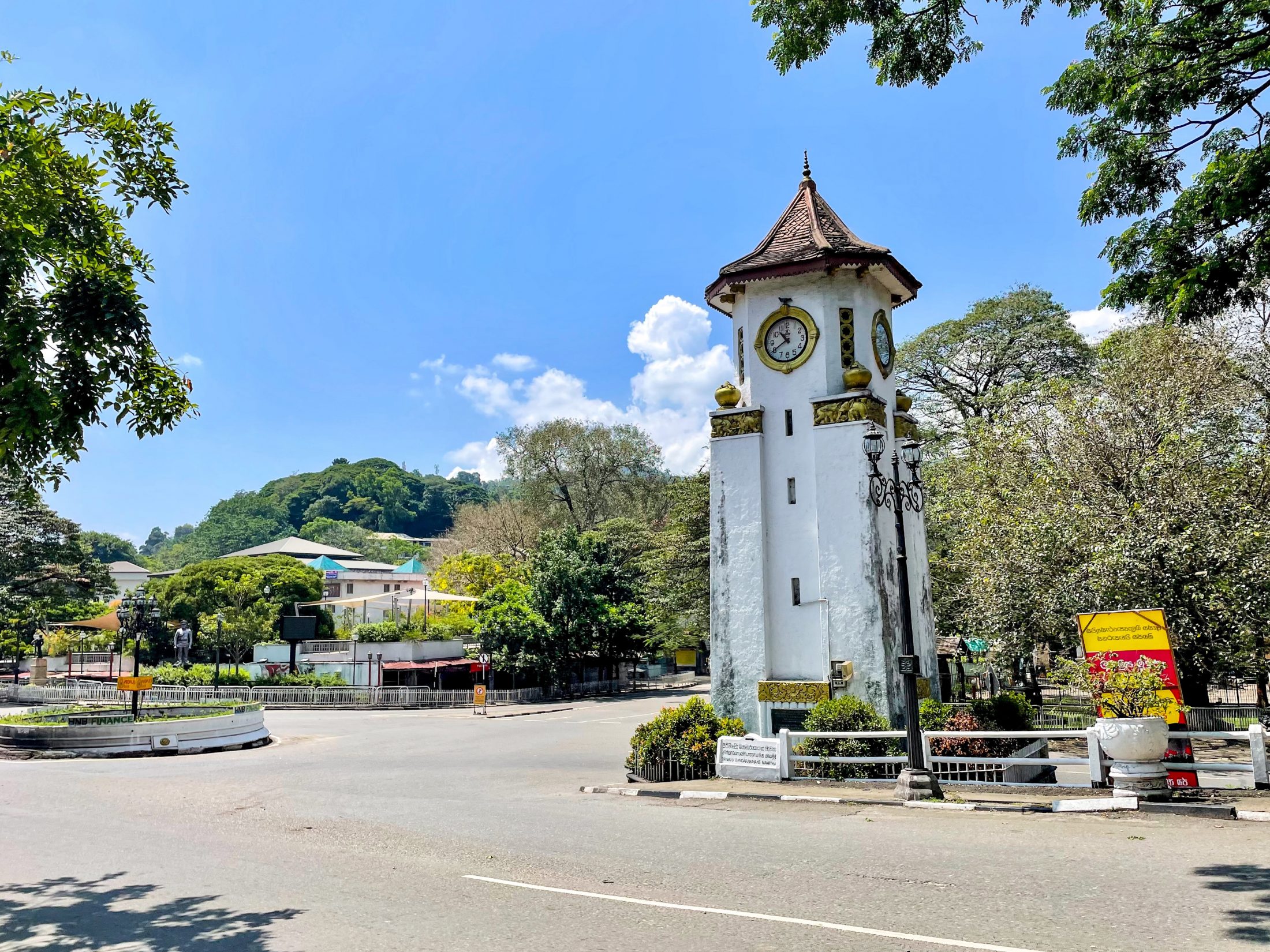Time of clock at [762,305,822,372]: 10:39
